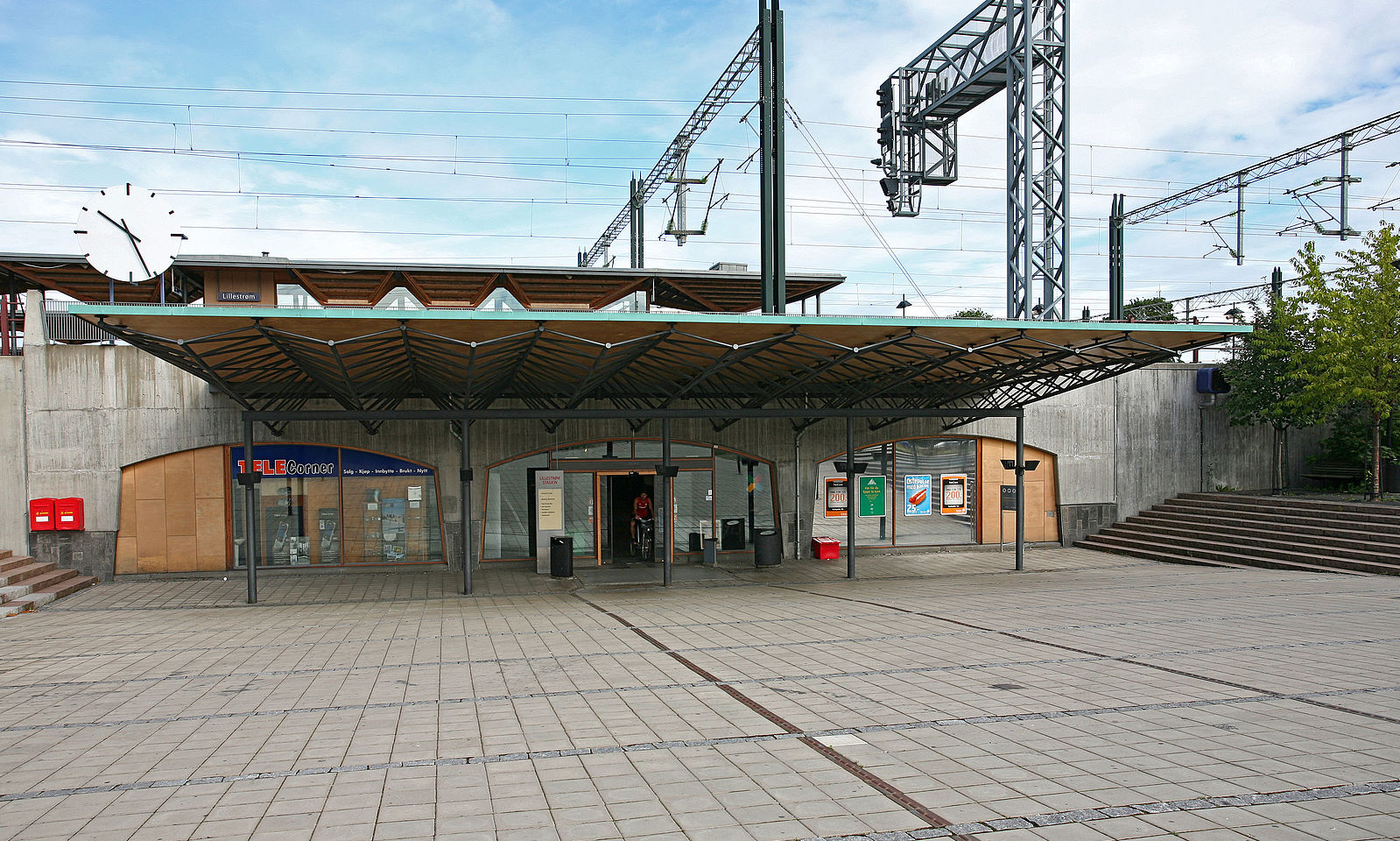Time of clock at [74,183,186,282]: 10:26
